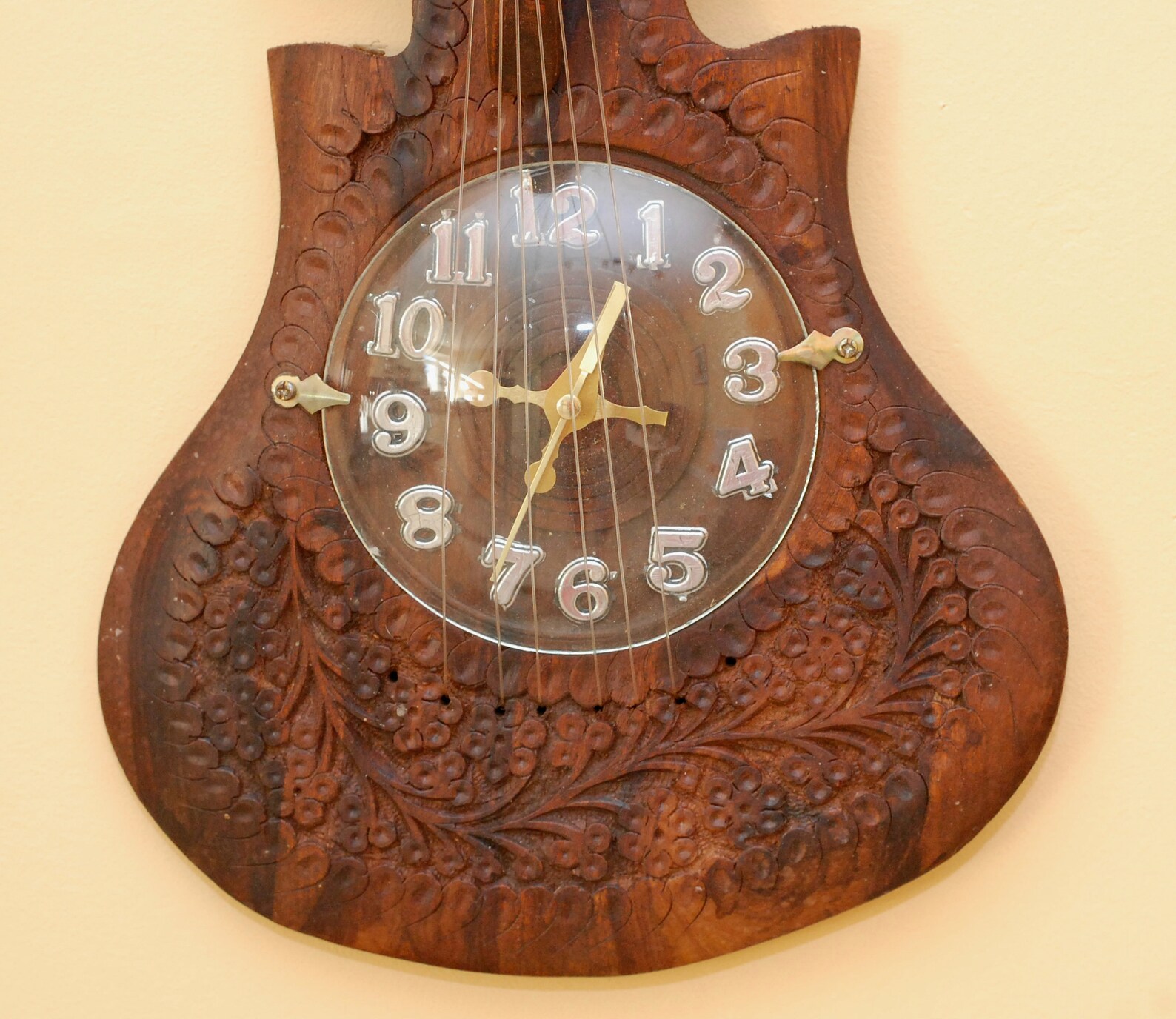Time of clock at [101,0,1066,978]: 12:46
